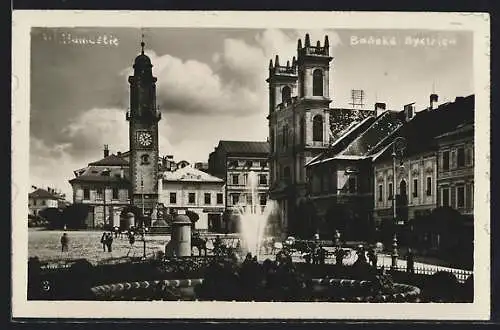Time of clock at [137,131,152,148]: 11:11
